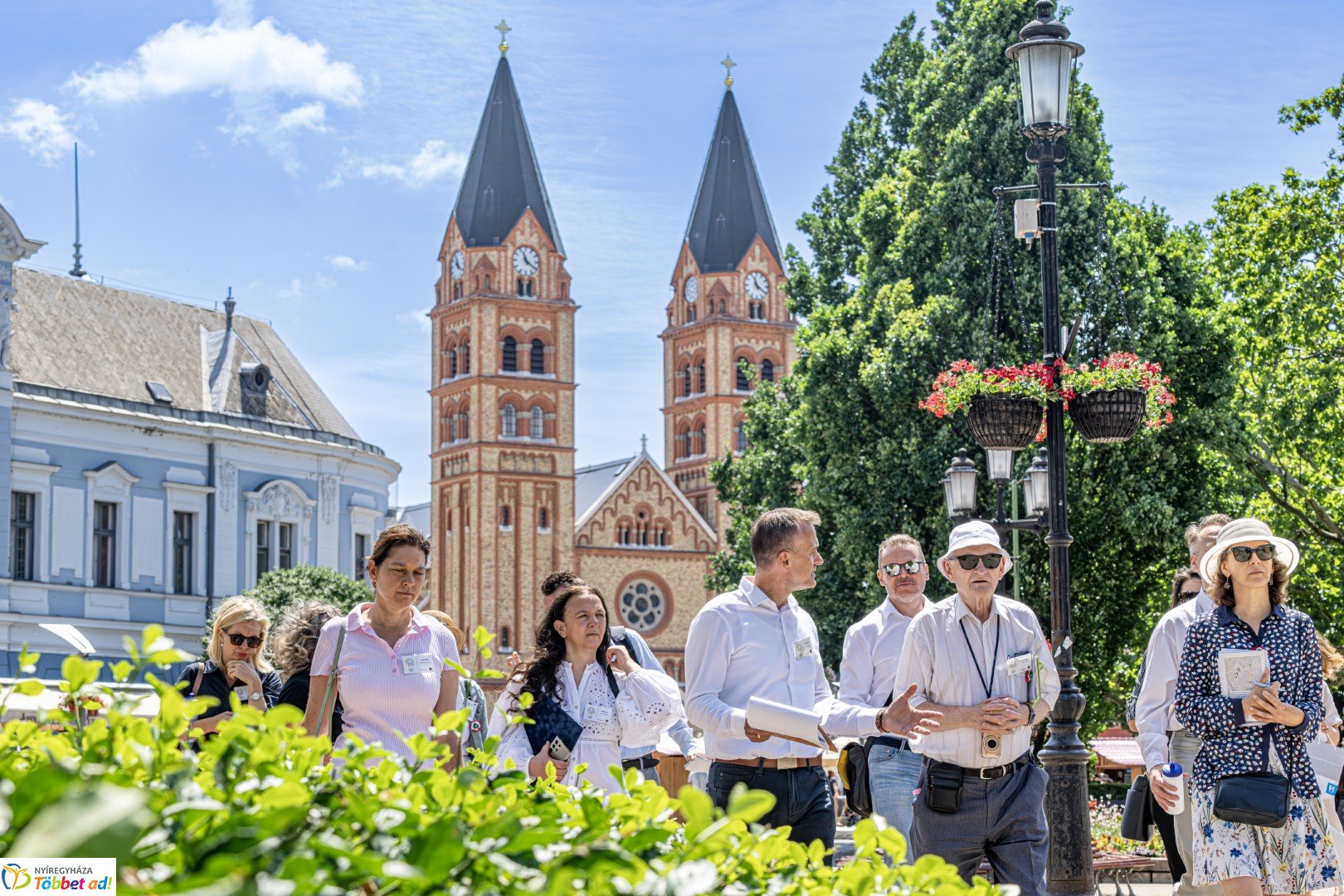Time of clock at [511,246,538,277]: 11:20
